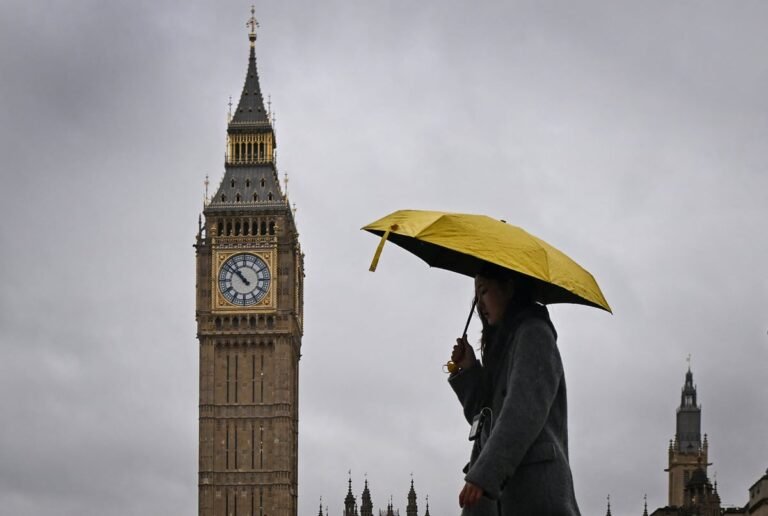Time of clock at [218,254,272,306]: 10:51
